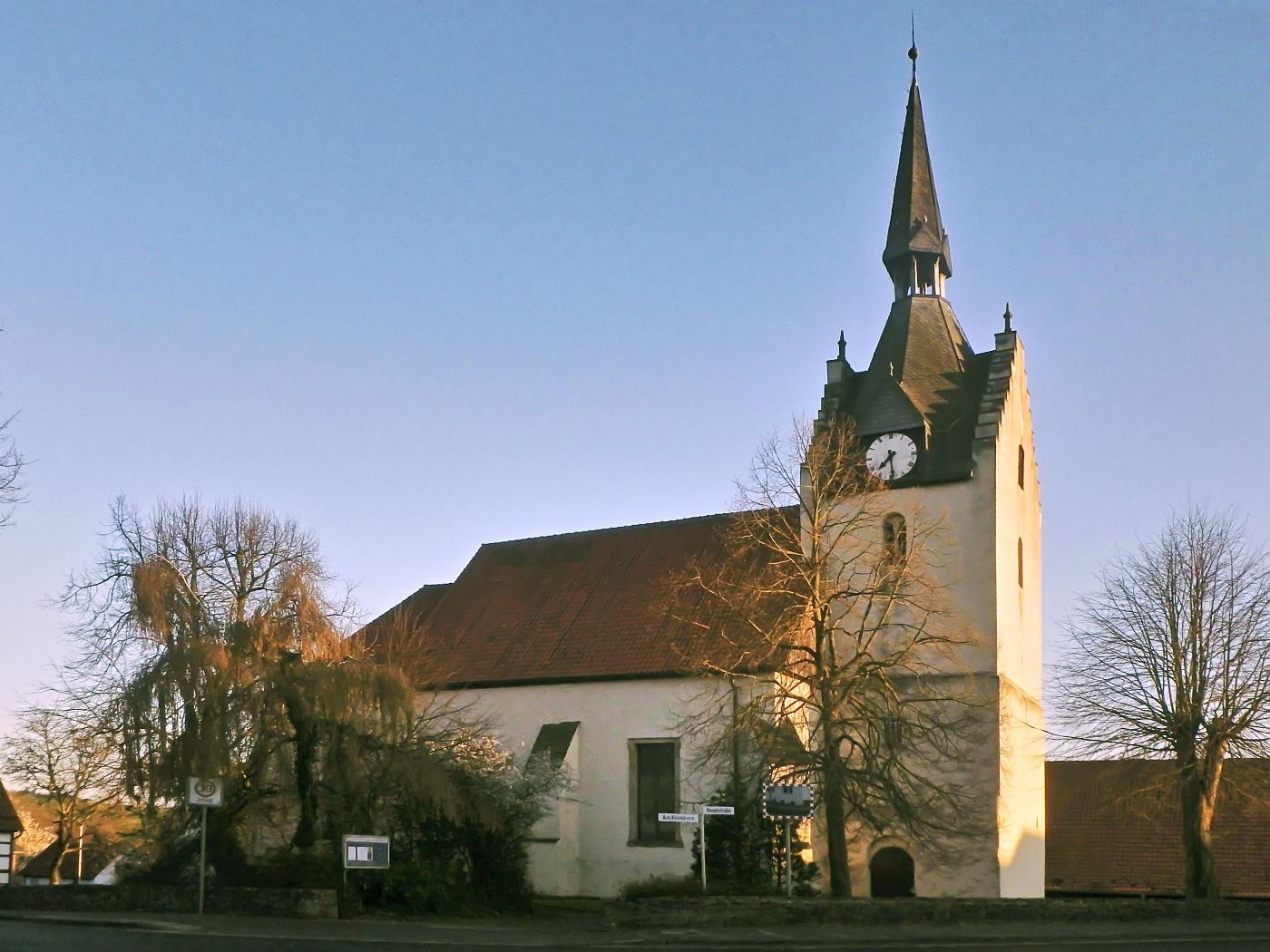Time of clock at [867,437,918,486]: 7:28
